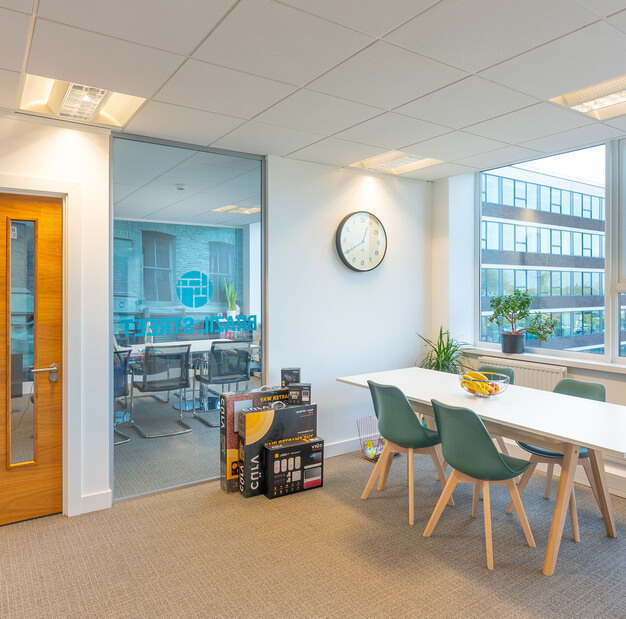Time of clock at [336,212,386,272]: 12:40
